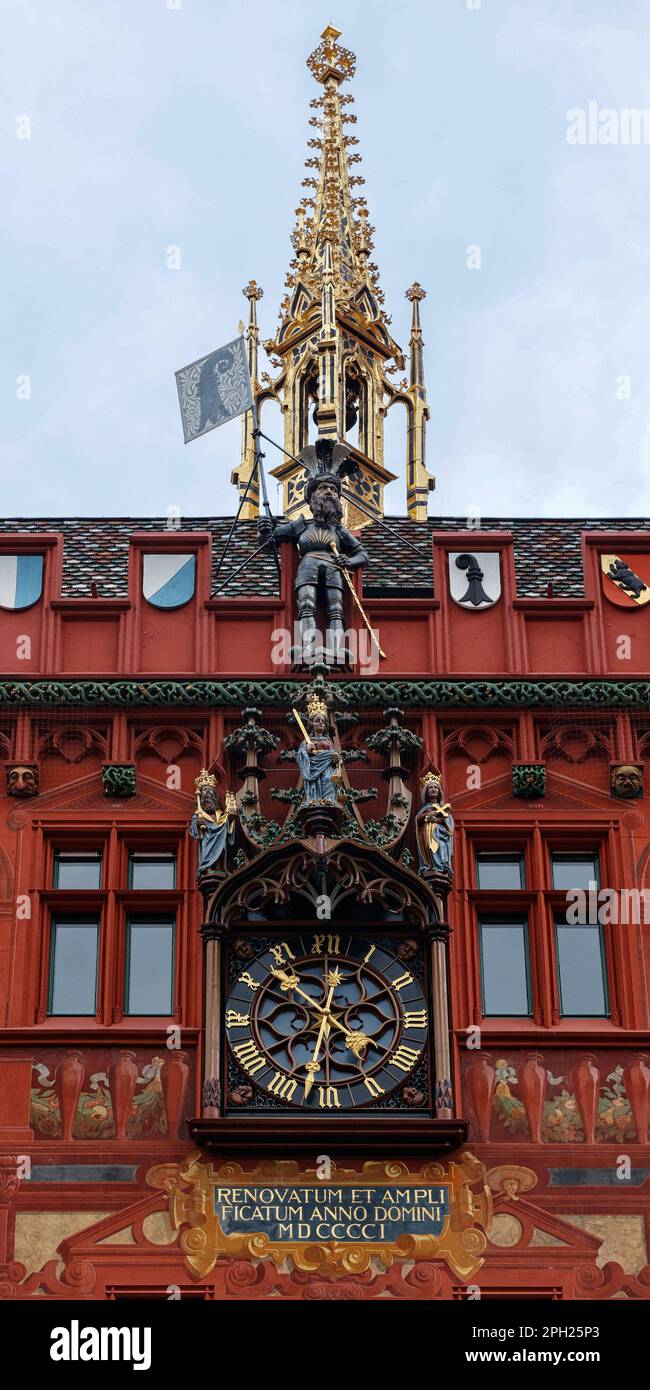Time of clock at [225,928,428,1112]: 10:32
